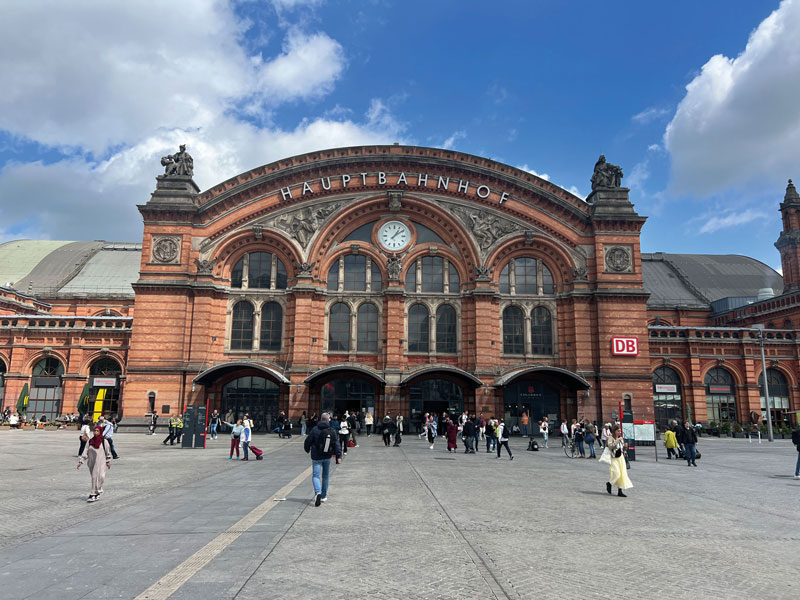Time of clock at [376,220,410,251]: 1:09
